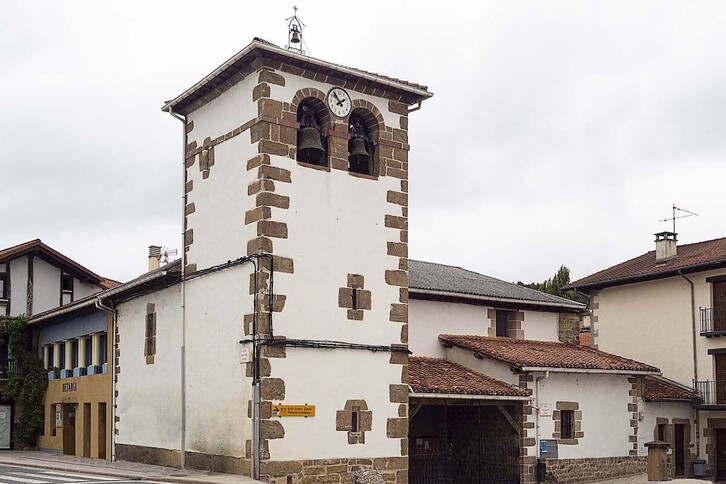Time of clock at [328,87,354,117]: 1:53
